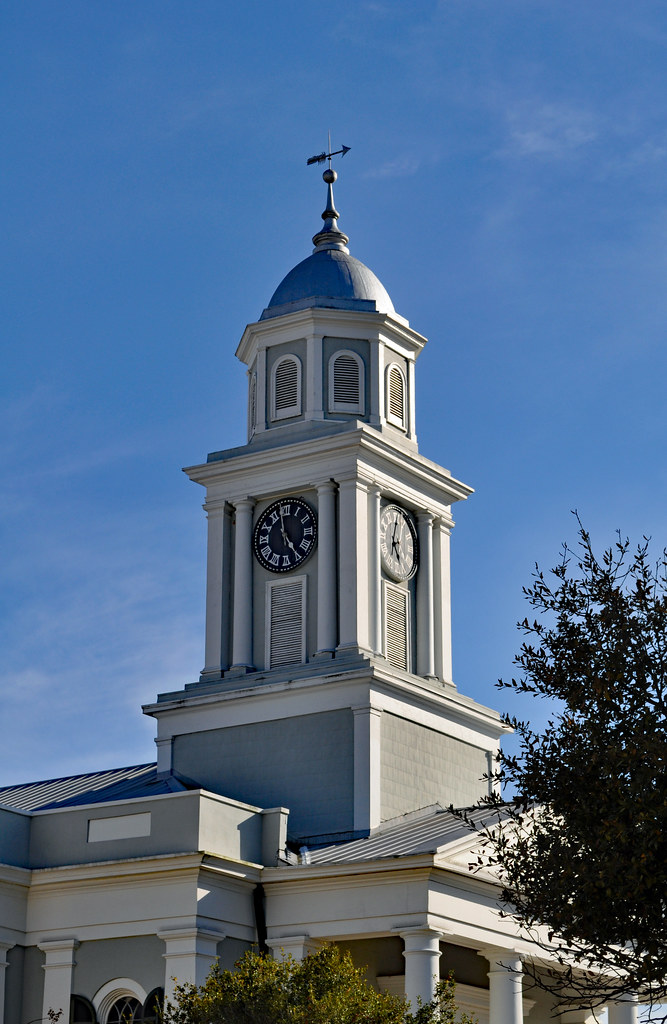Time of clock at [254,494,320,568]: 4:58
